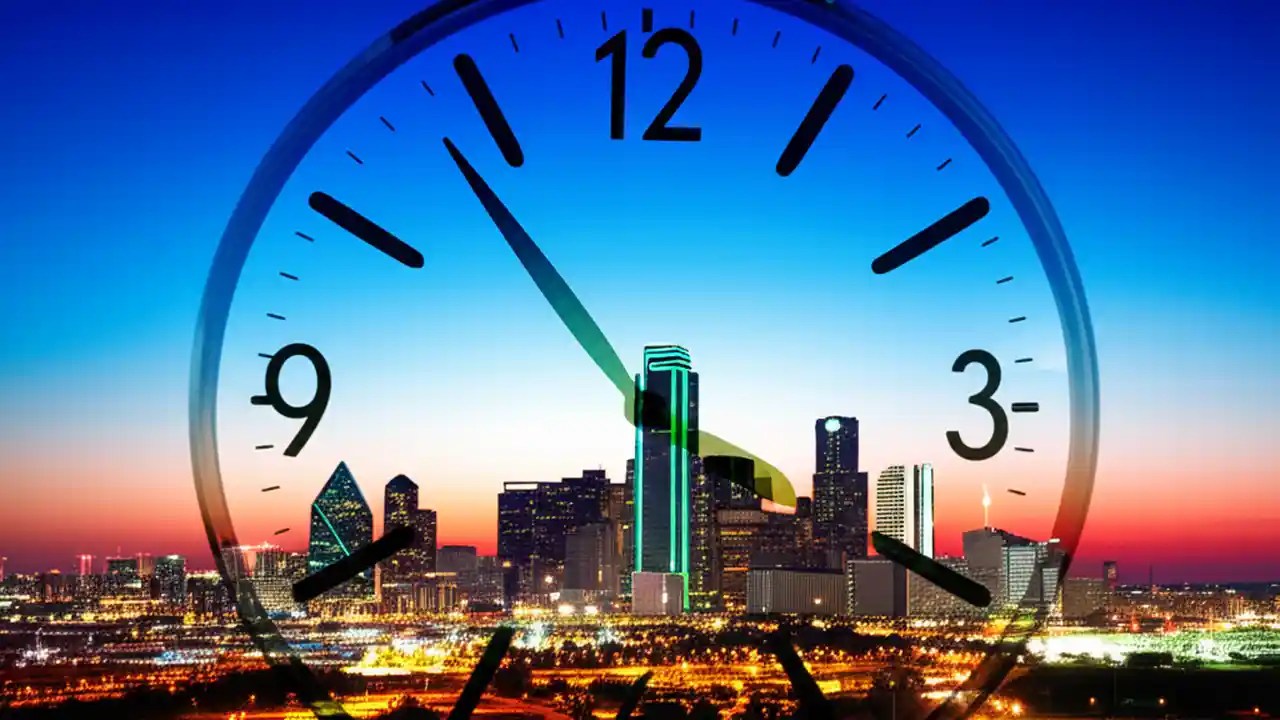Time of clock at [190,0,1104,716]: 5:53
